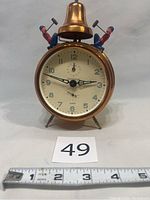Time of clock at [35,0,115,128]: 2:48
